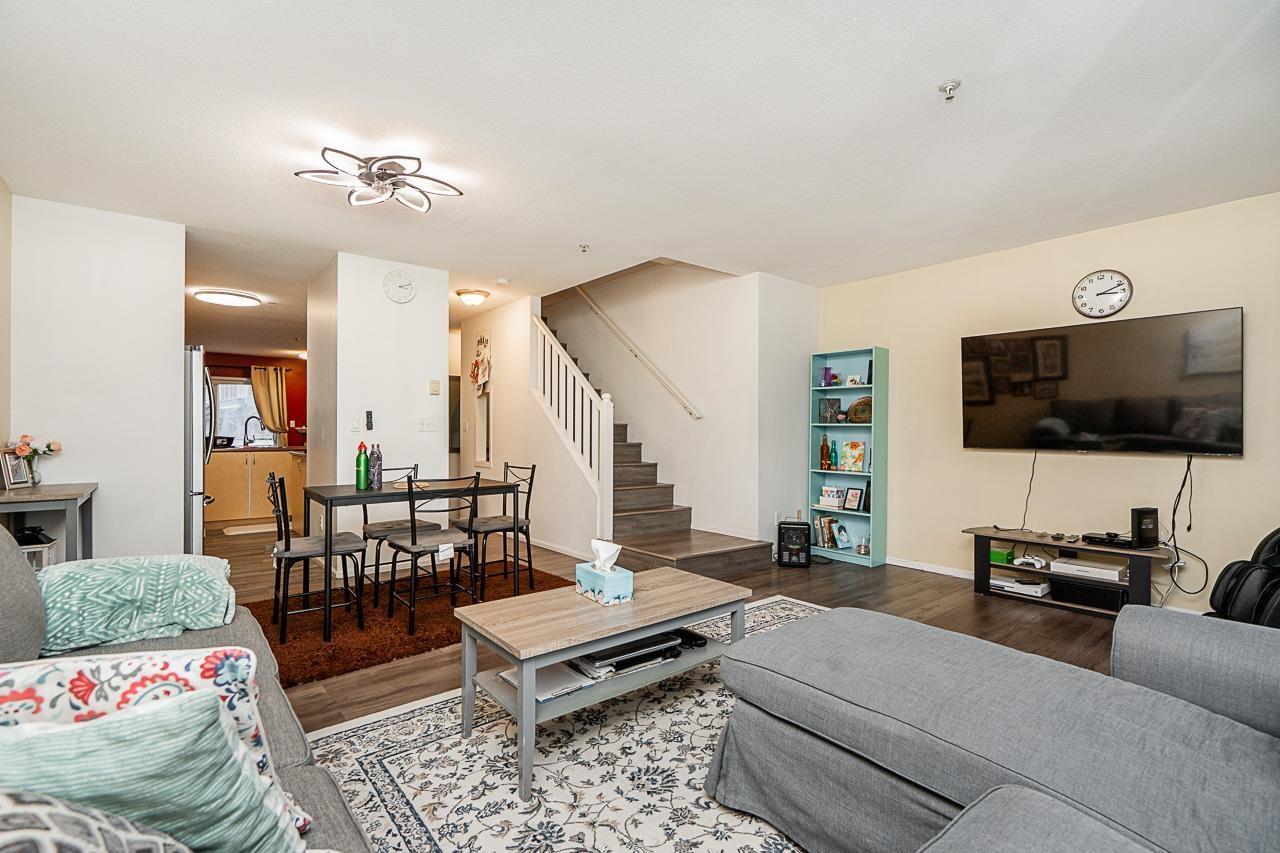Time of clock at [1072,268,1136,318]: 3:11
